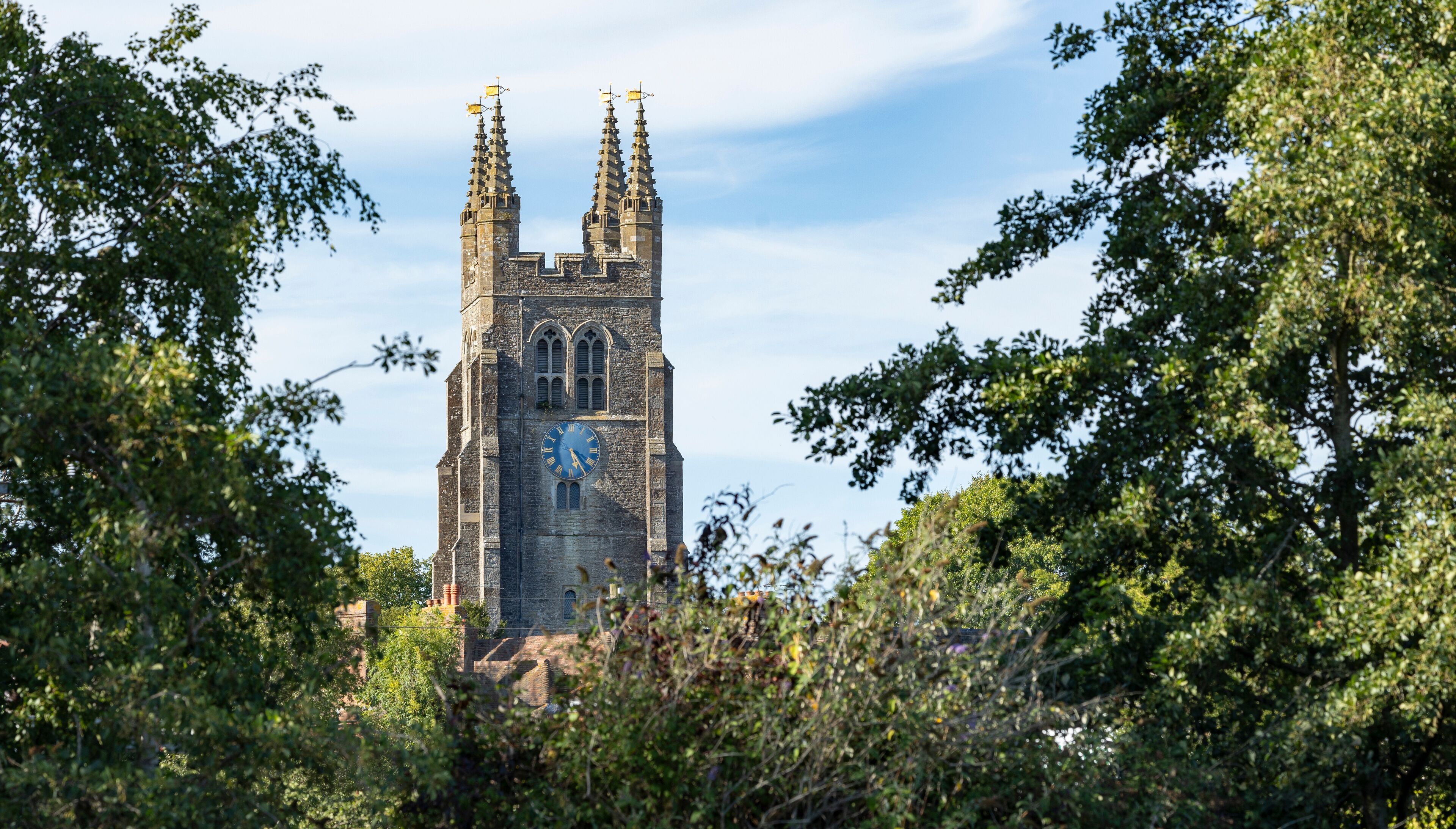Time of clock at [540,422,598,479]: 5:24
